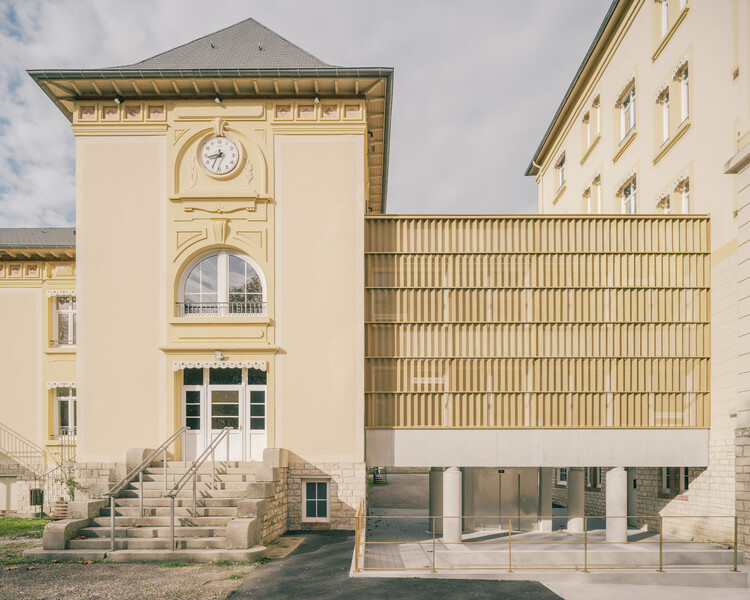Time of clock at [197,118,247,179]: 8:35
